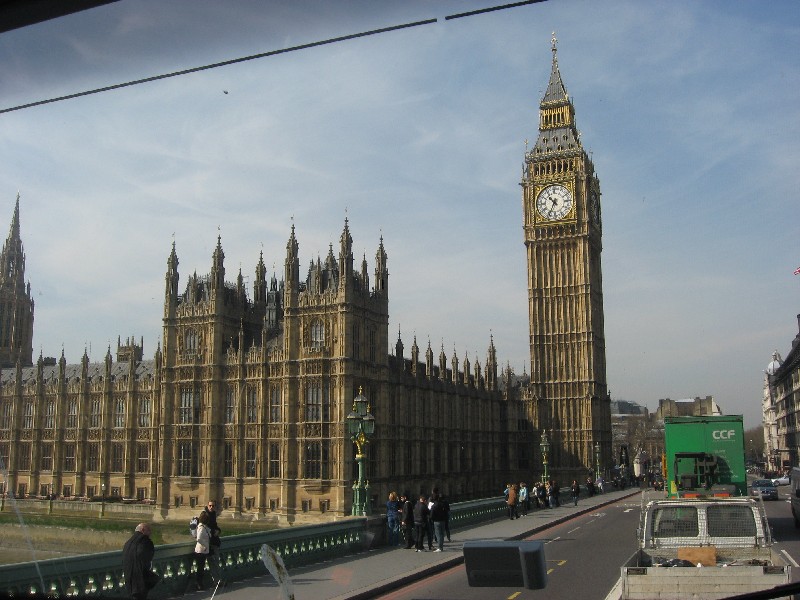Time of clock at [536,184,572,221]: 10:34
